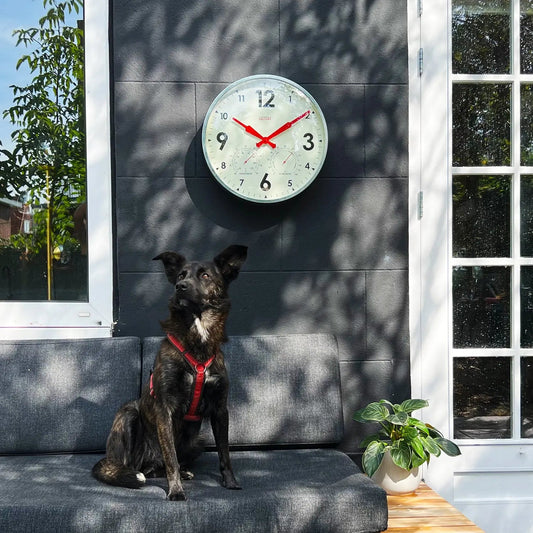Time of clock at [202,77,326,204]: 10:09
